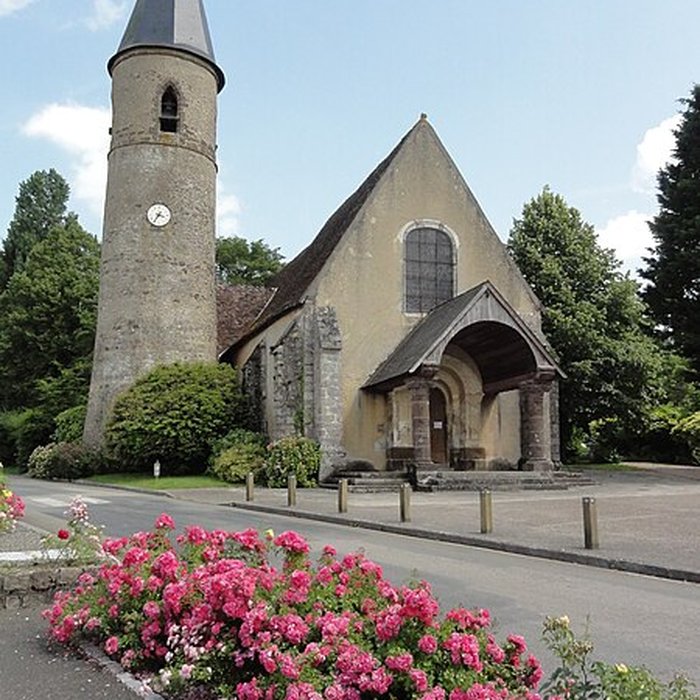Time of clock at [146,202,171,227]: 3:35
